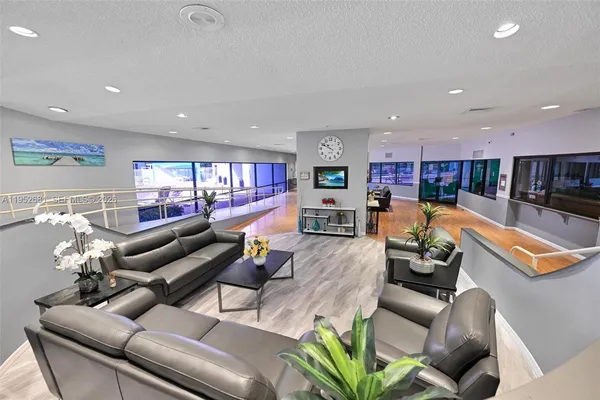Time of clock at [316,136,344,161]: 10:49
